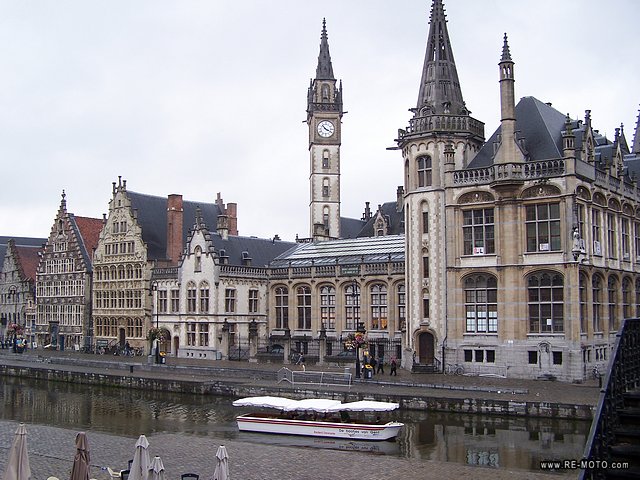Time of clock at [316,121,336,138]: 3:52
